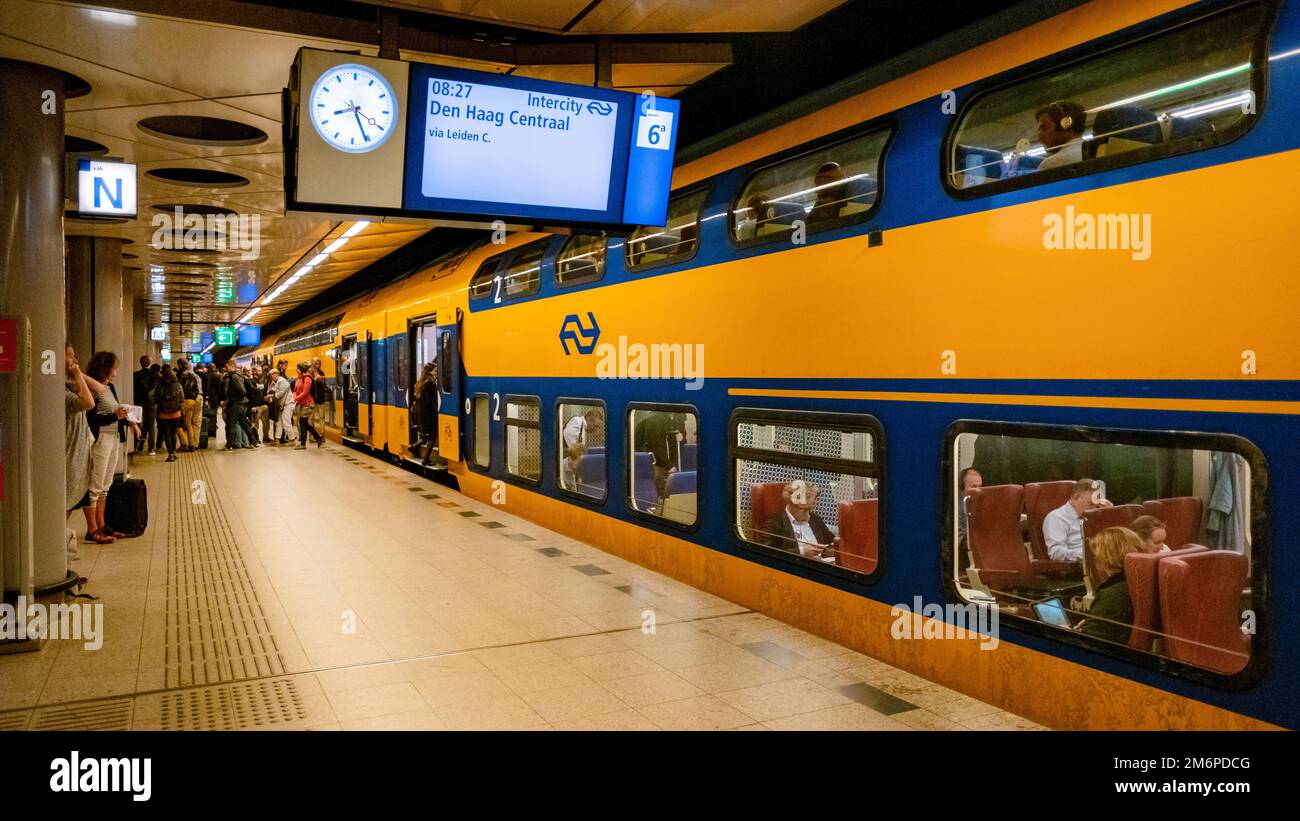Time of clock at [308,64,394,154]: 8:25
